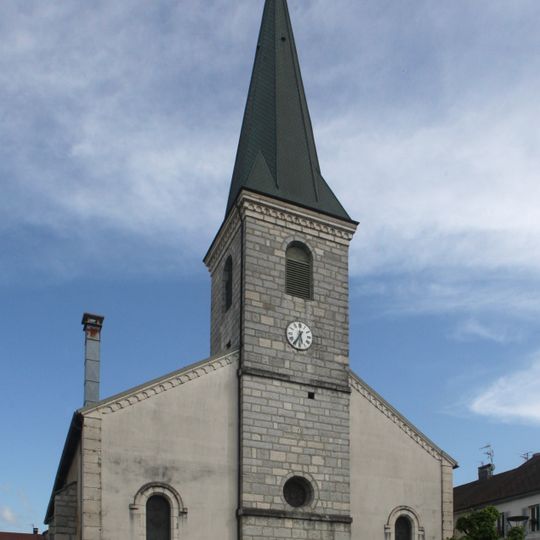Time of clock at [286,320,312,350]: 5:35
